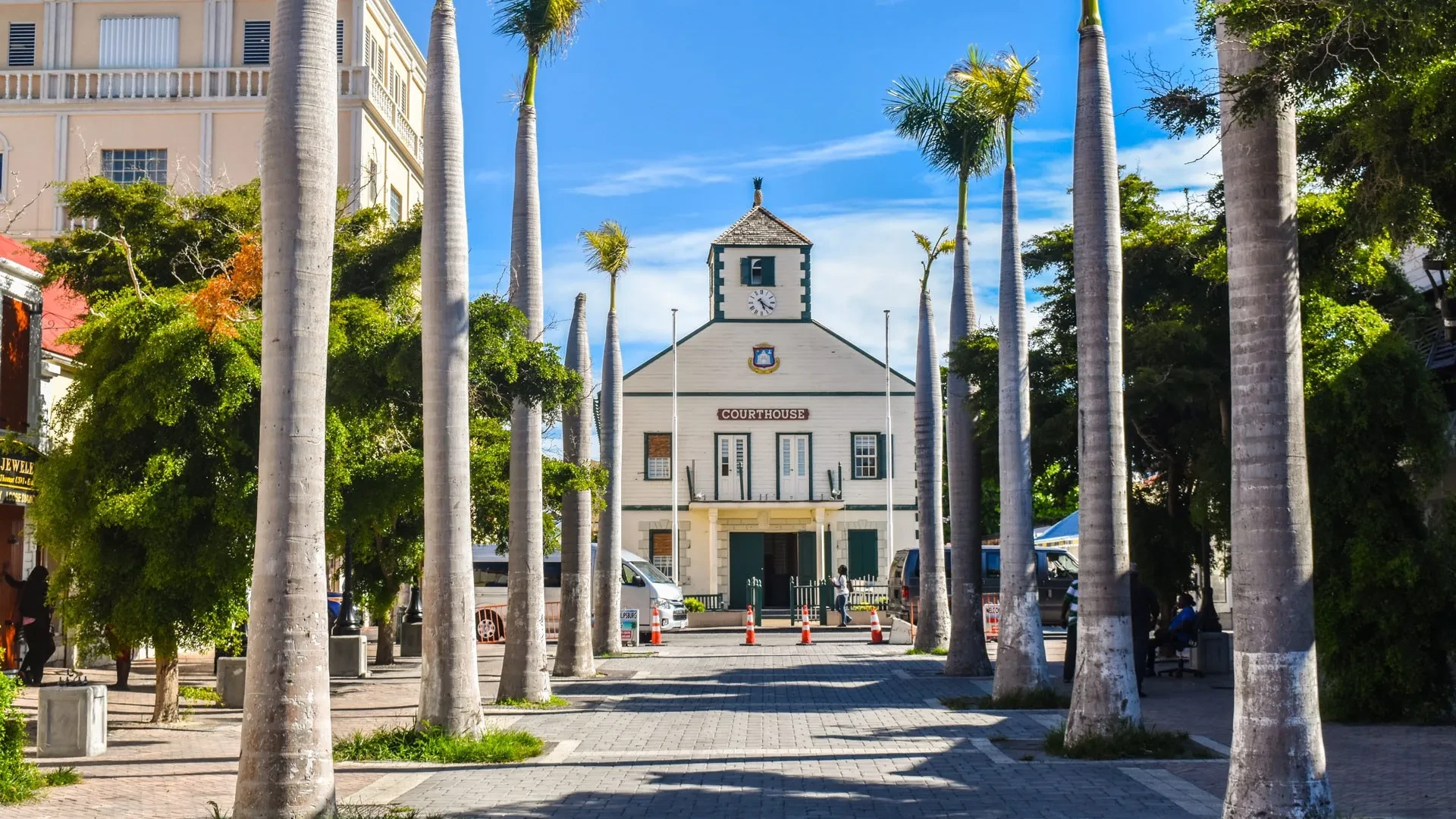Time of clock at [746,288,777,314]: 5:20
